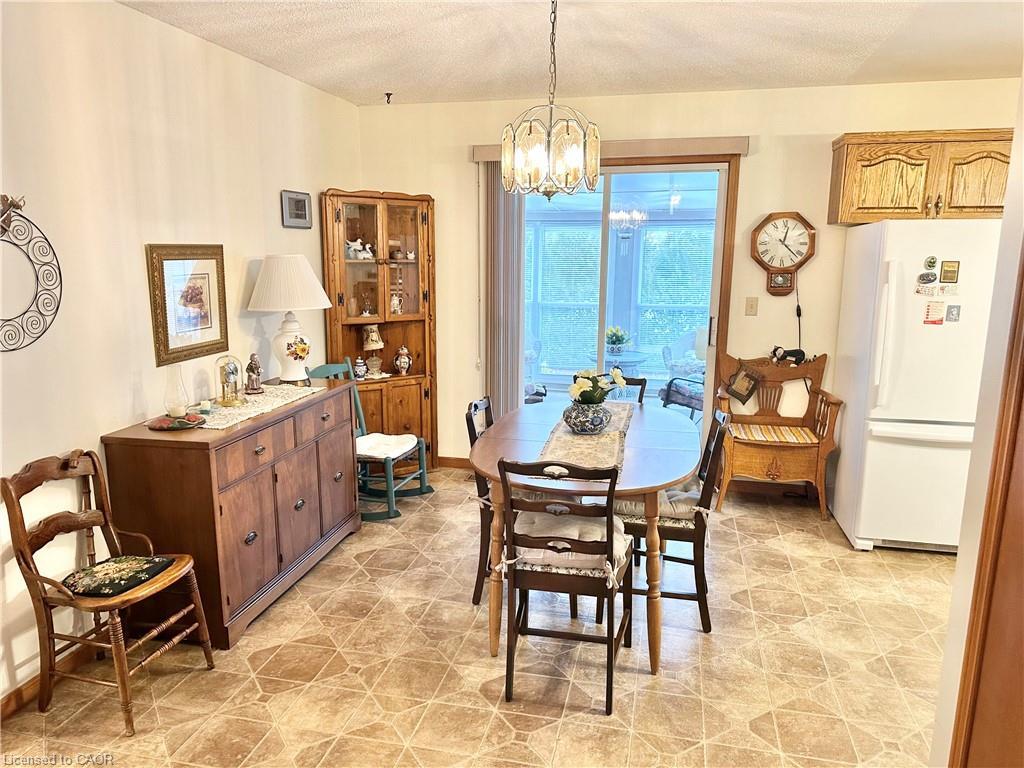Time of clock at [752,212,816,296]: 12:22
